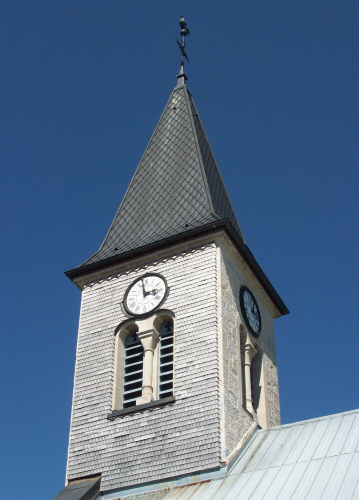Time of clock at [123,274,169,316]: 2:58
